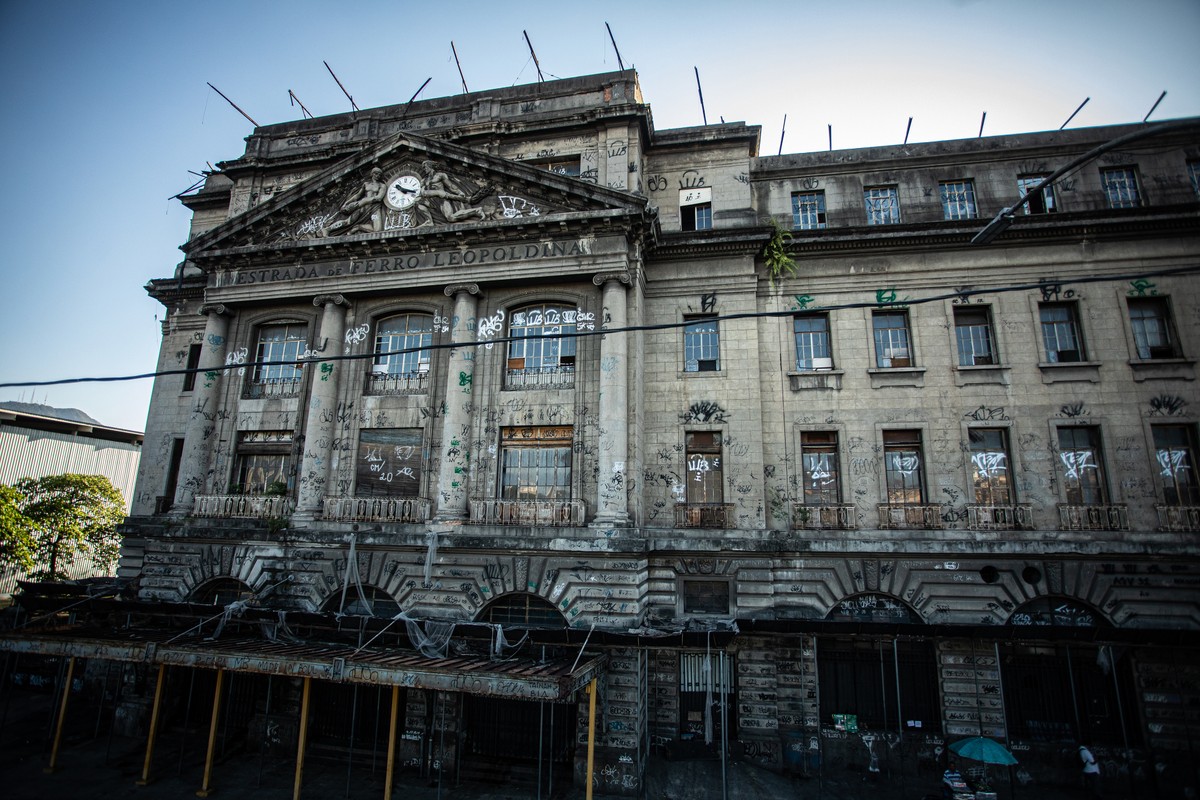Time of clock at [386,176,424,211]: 10:17
